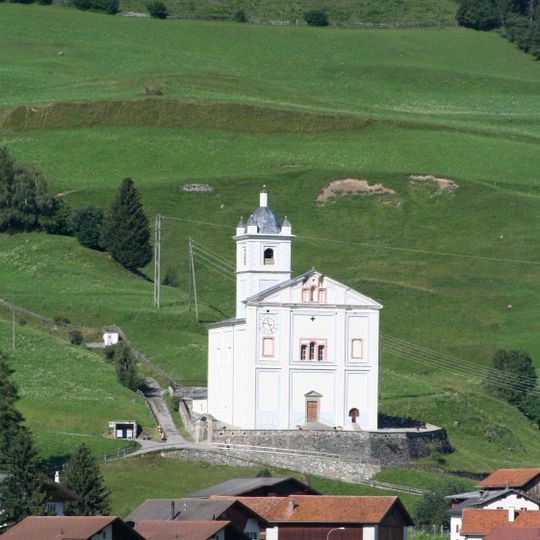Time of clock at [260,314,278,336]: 9:27
